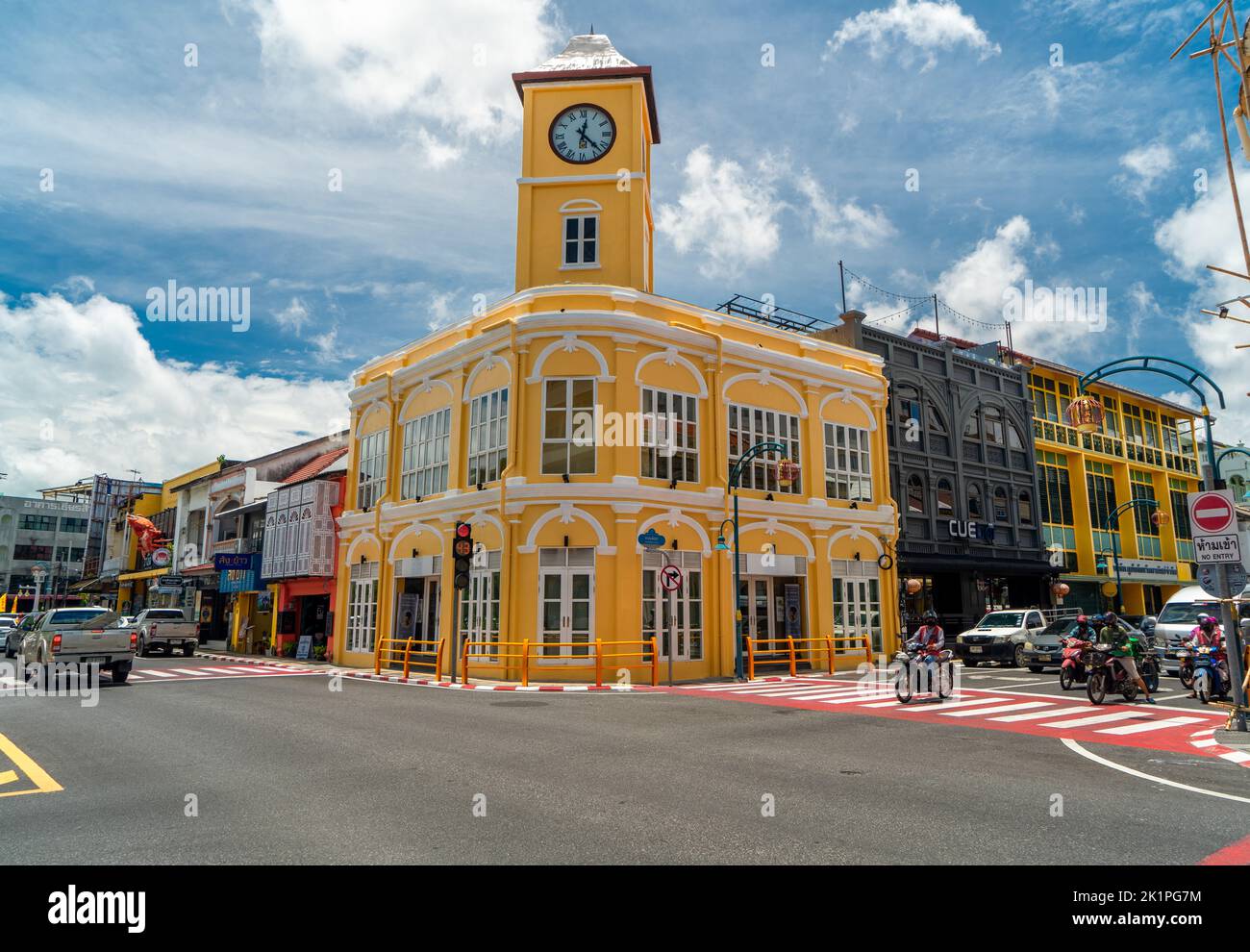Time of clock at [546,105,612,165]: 12:22
